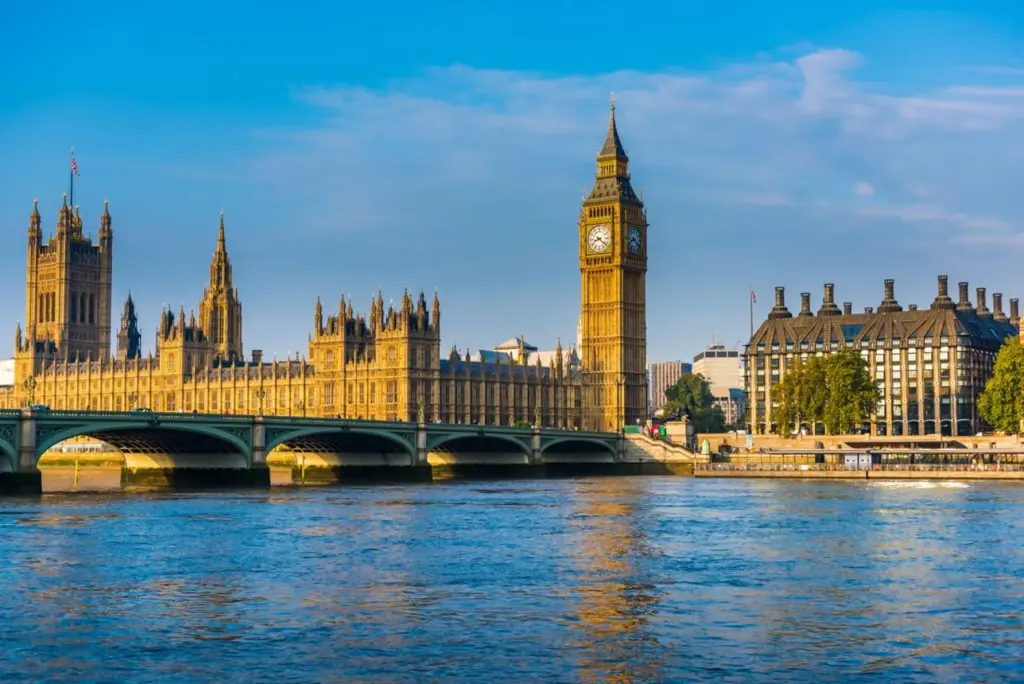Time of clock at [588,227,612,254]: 8:21
